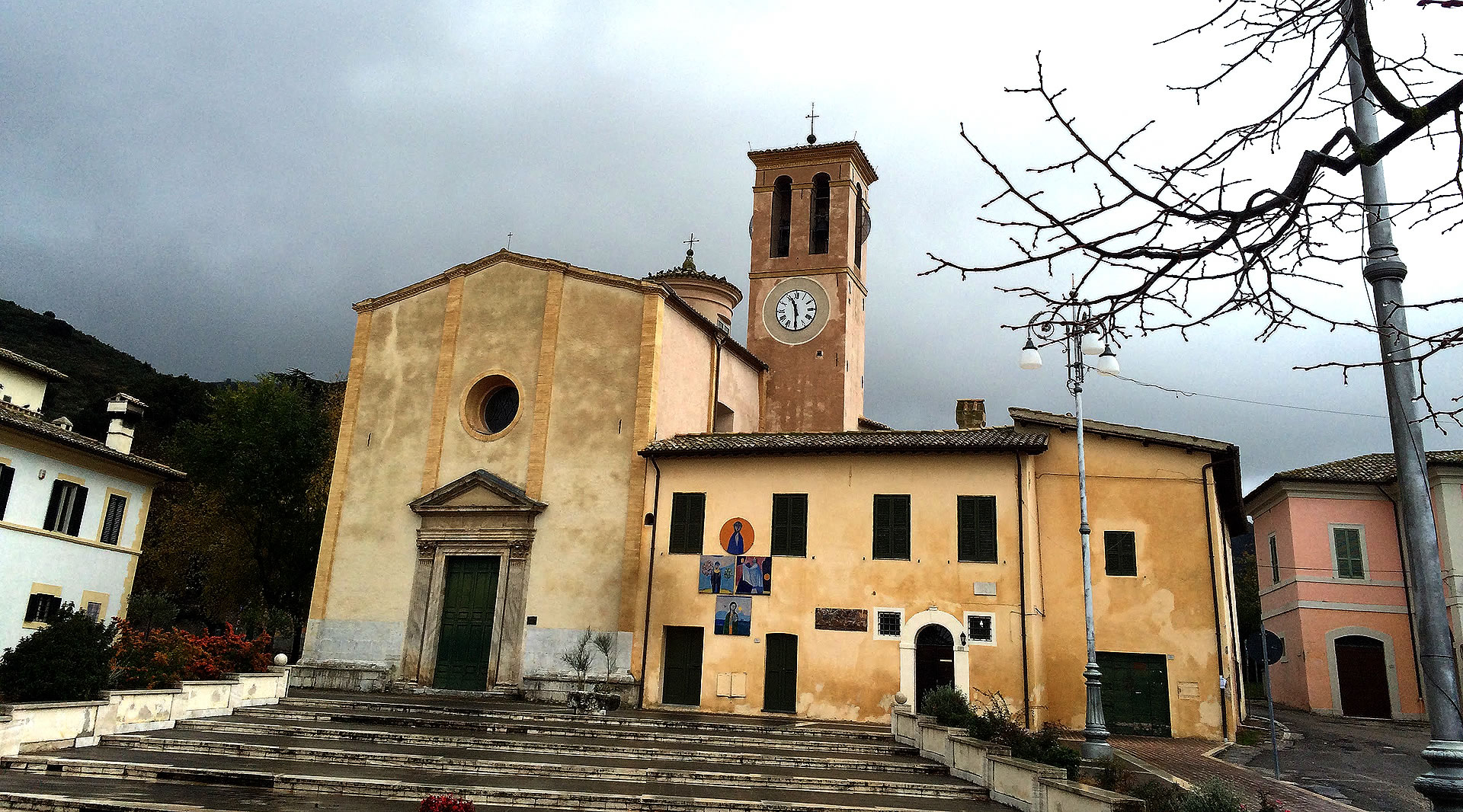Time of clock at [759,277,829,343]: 11:29
